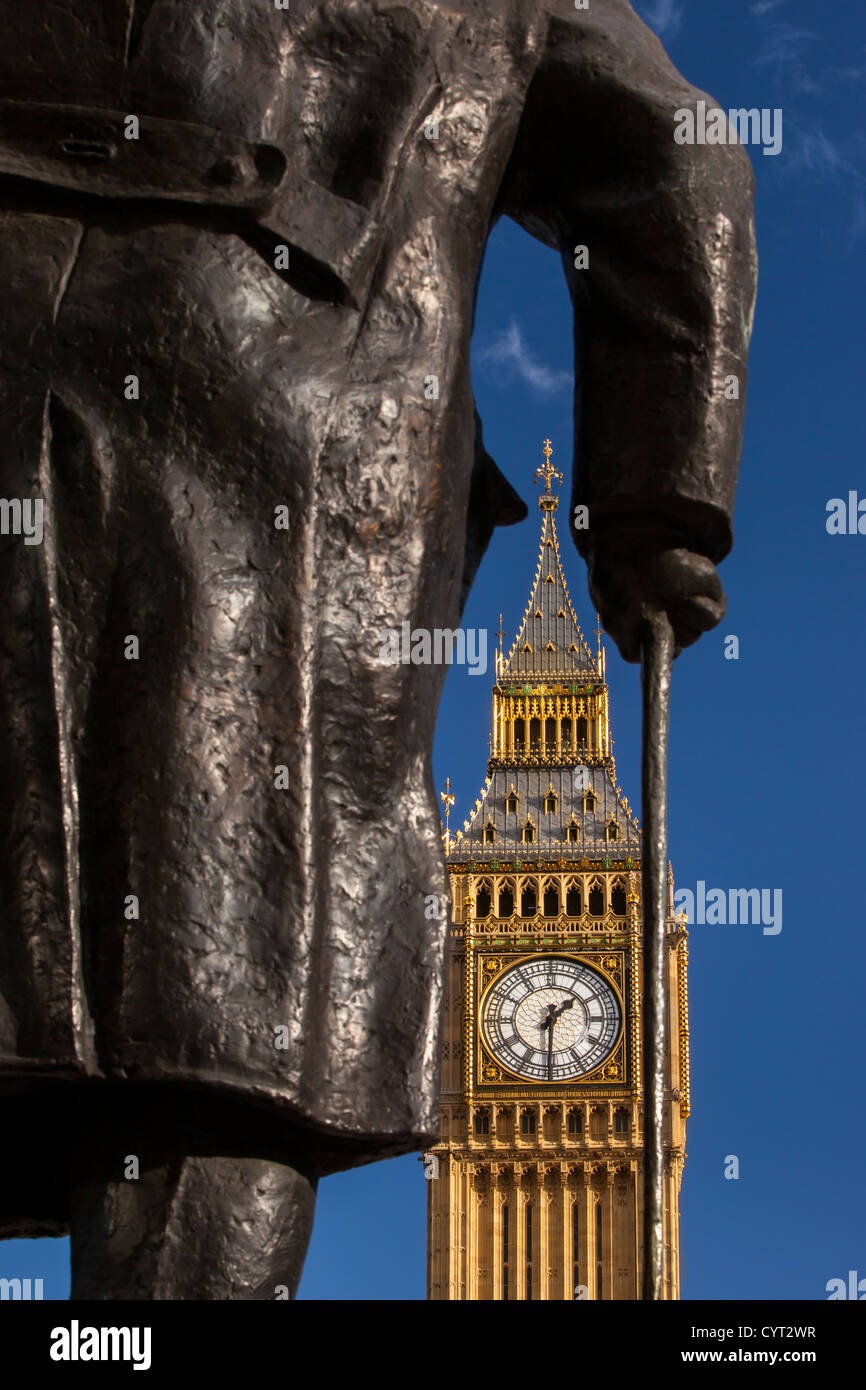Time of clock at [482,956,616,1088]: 1:30
